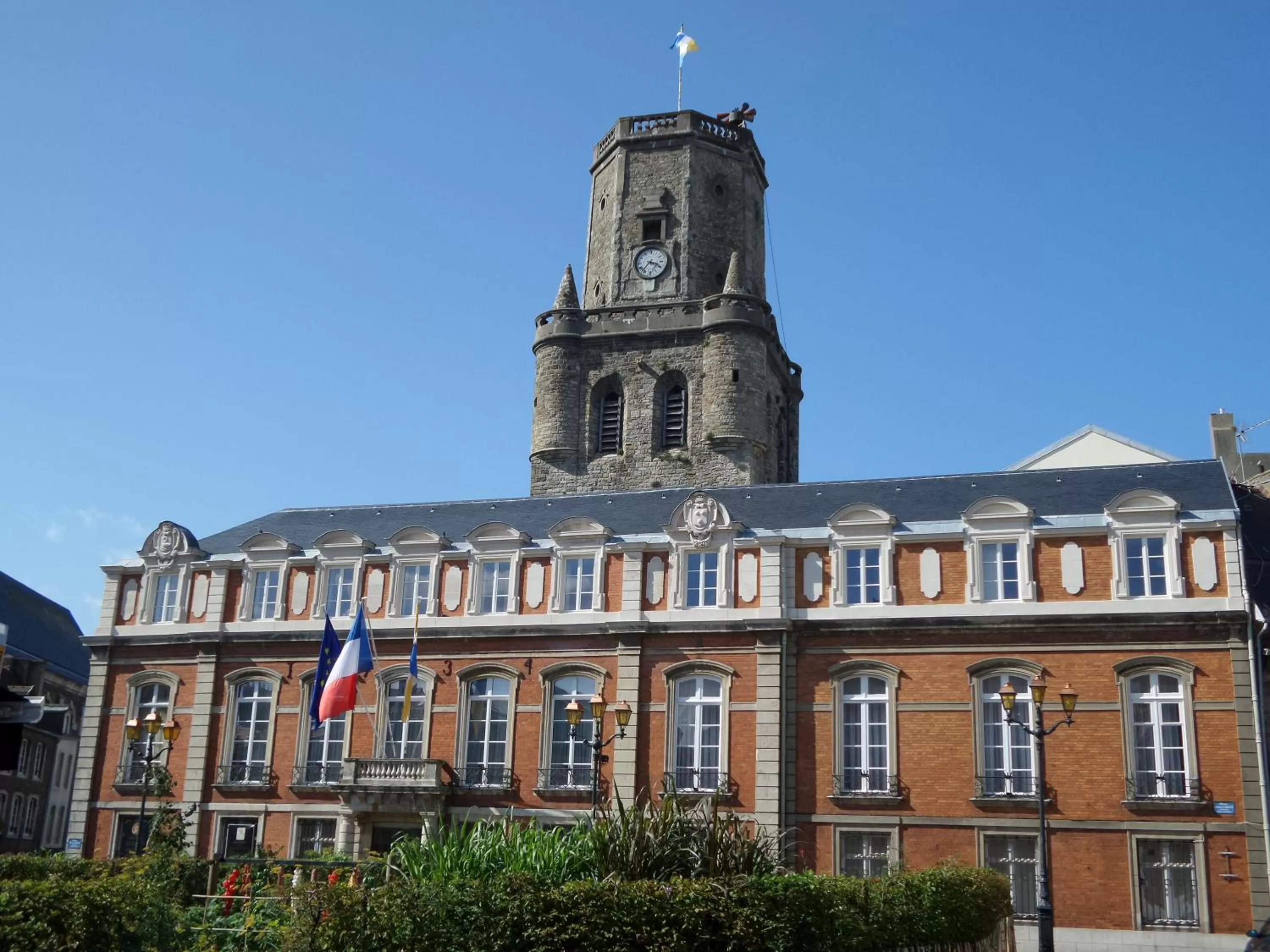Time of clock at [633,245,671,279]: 3:36
